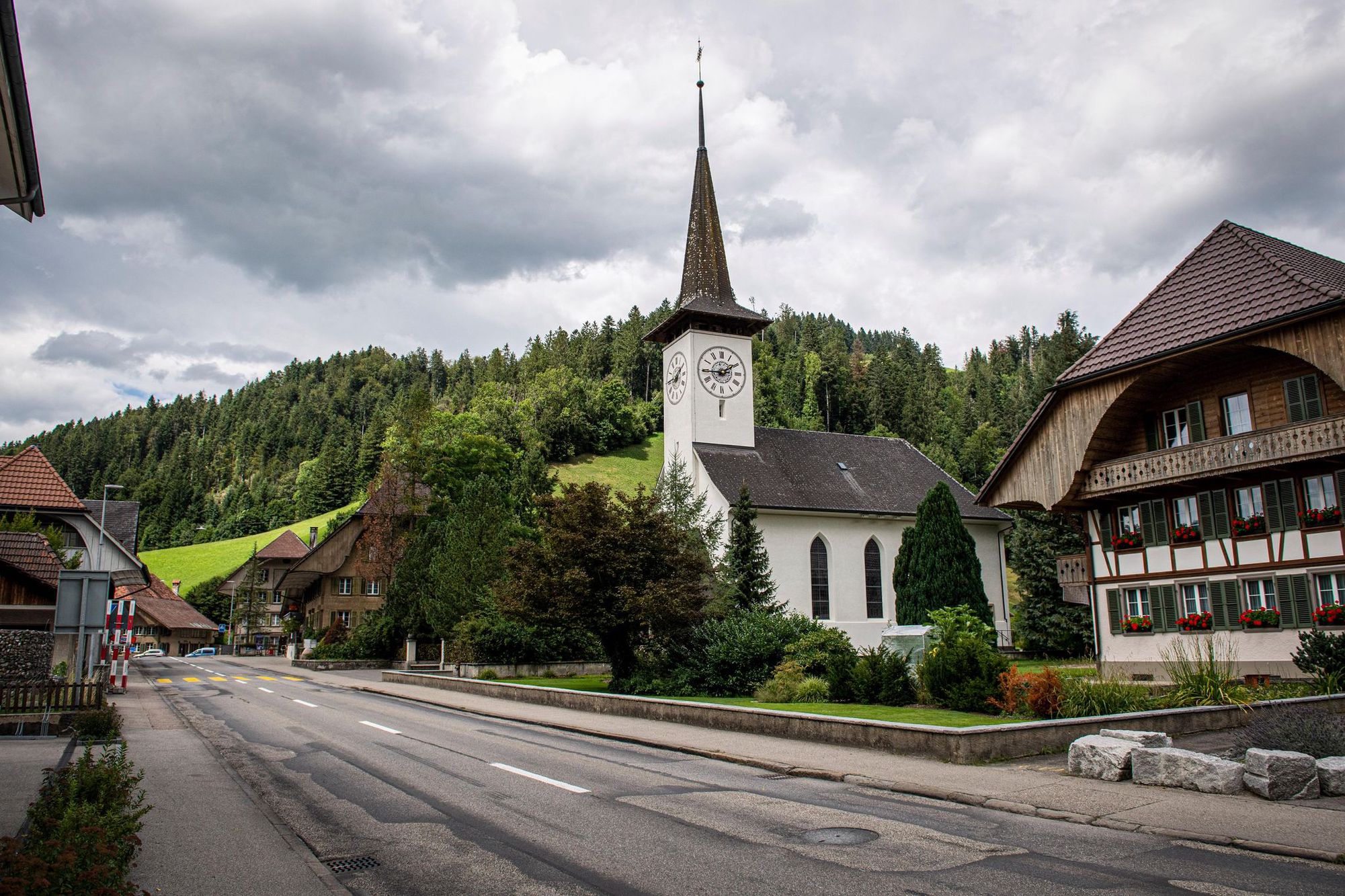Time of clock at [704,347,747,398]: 1:44
